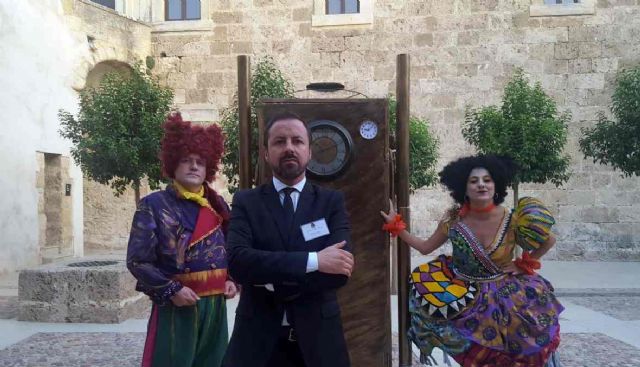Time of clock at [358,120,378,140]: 9:07
